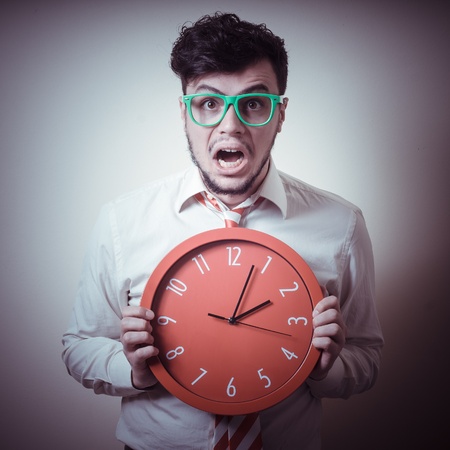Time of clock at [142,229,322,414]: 2:03
